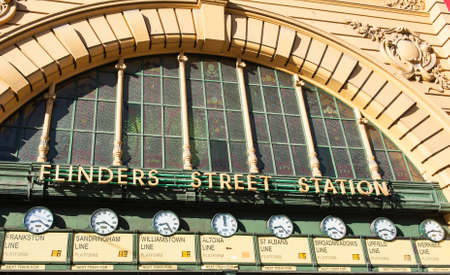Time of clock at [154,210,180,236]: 8:25
